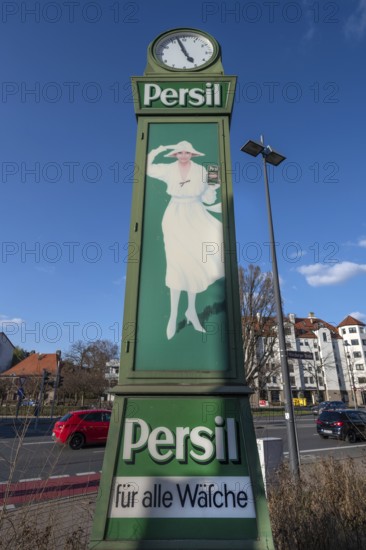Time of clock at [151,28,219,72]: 4:57
